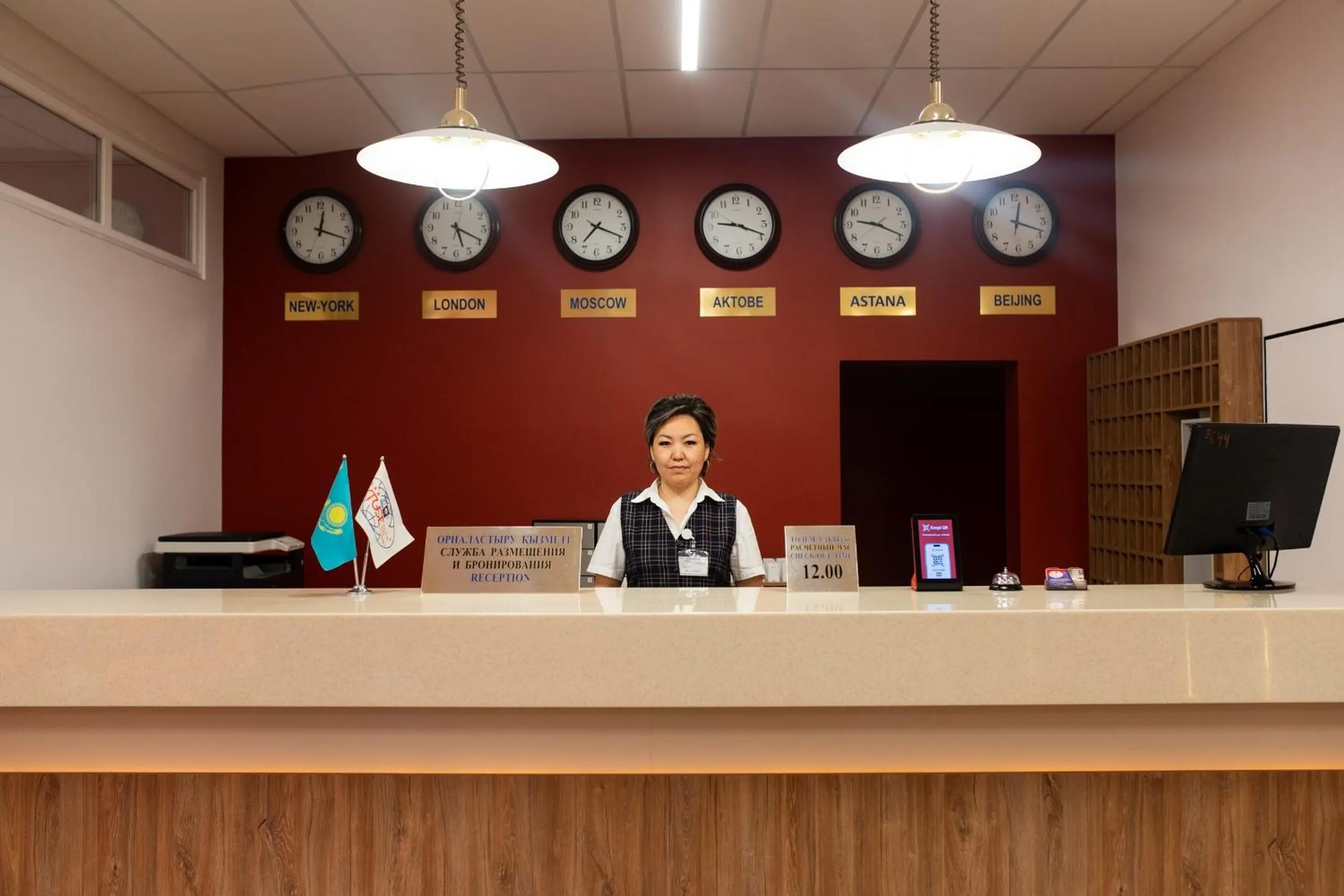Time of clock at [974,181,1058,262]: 12:18
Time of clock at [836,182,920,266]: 9:18
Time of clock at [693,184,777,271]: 9:18
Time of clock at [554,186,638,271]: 7:18
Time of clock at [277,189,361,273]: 12:18
